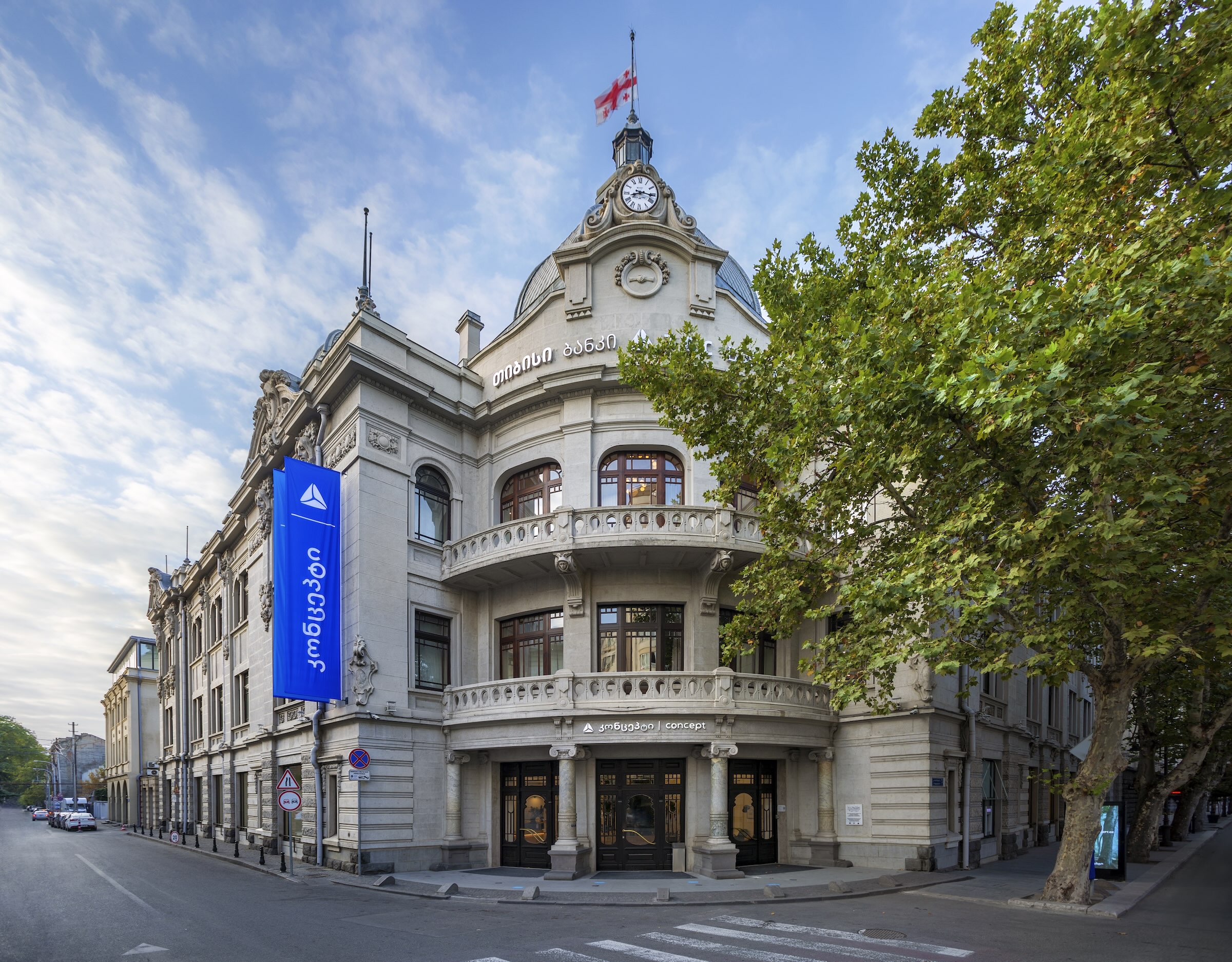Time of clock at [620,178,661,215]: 8:16
